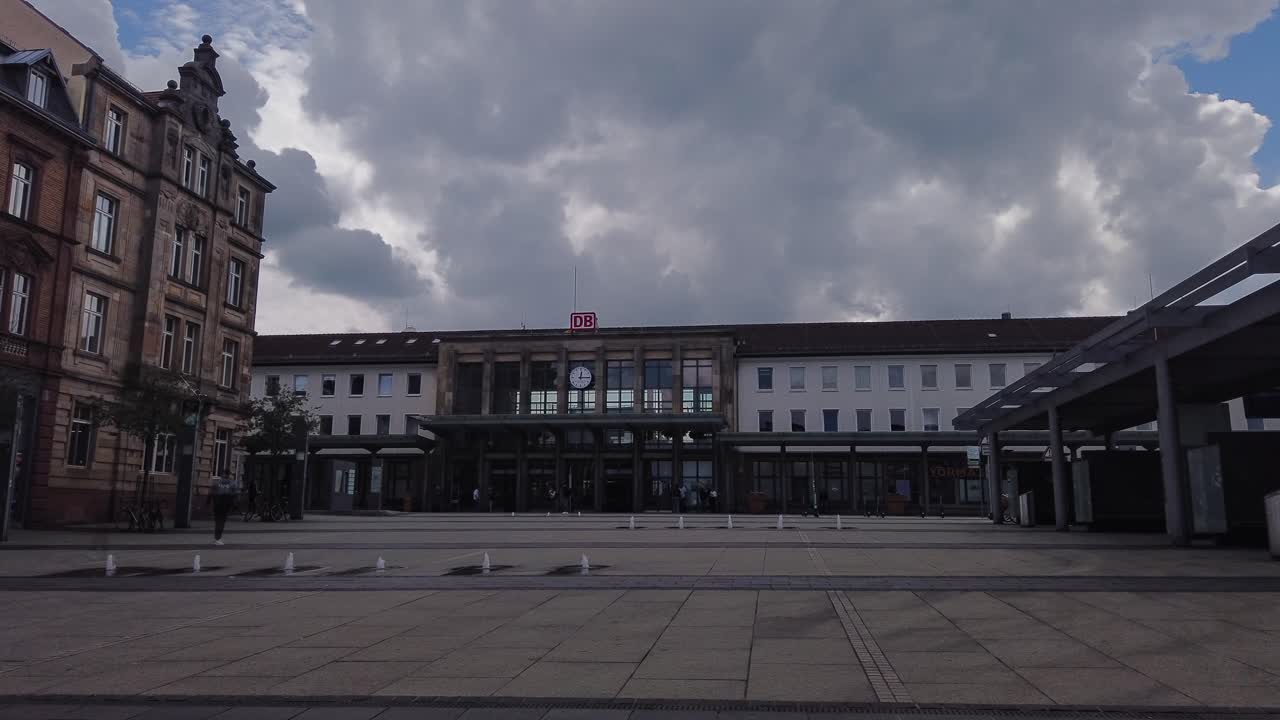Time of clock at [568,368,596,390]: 12:14
